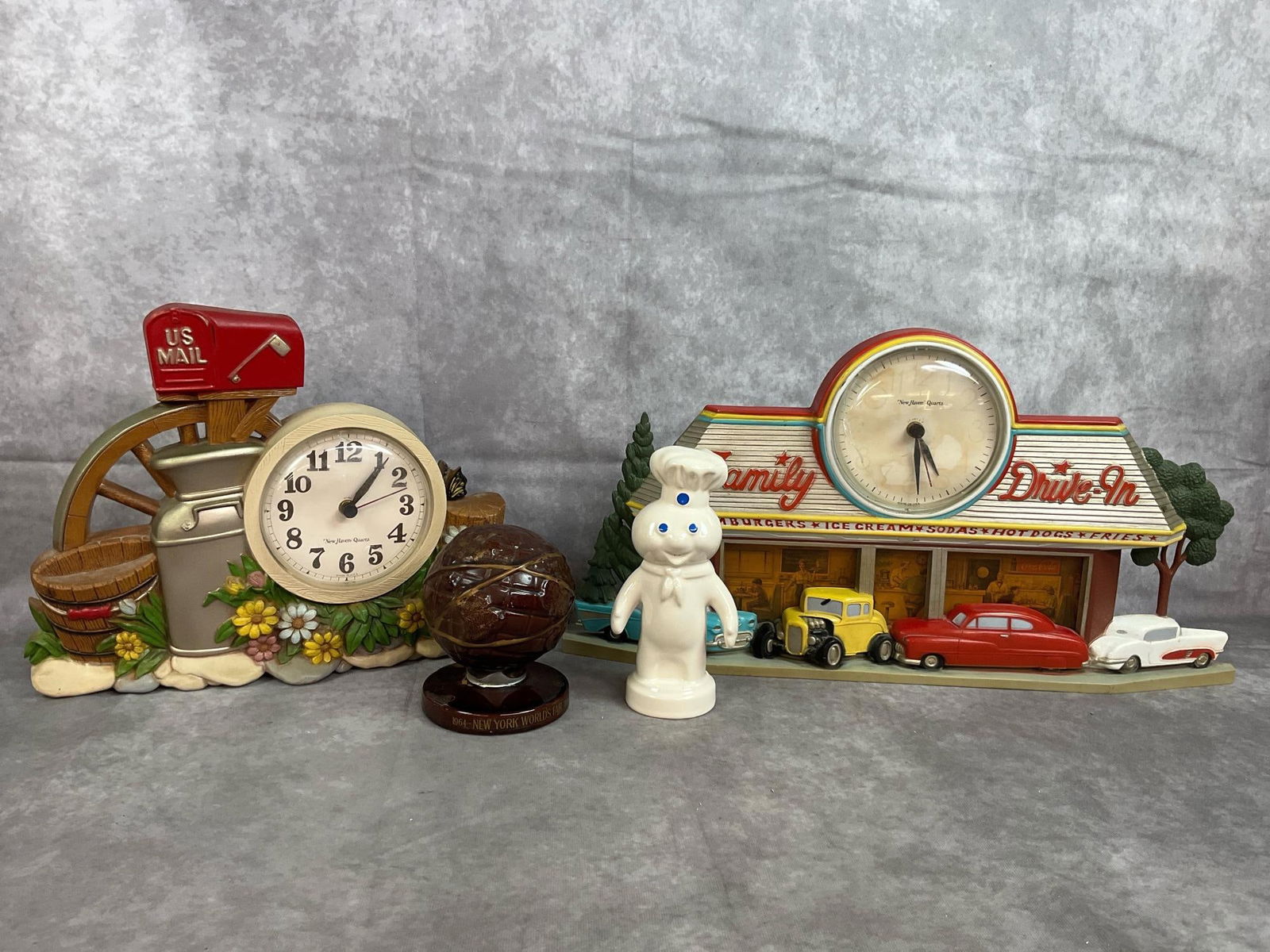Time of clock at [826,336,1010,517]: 5:29
